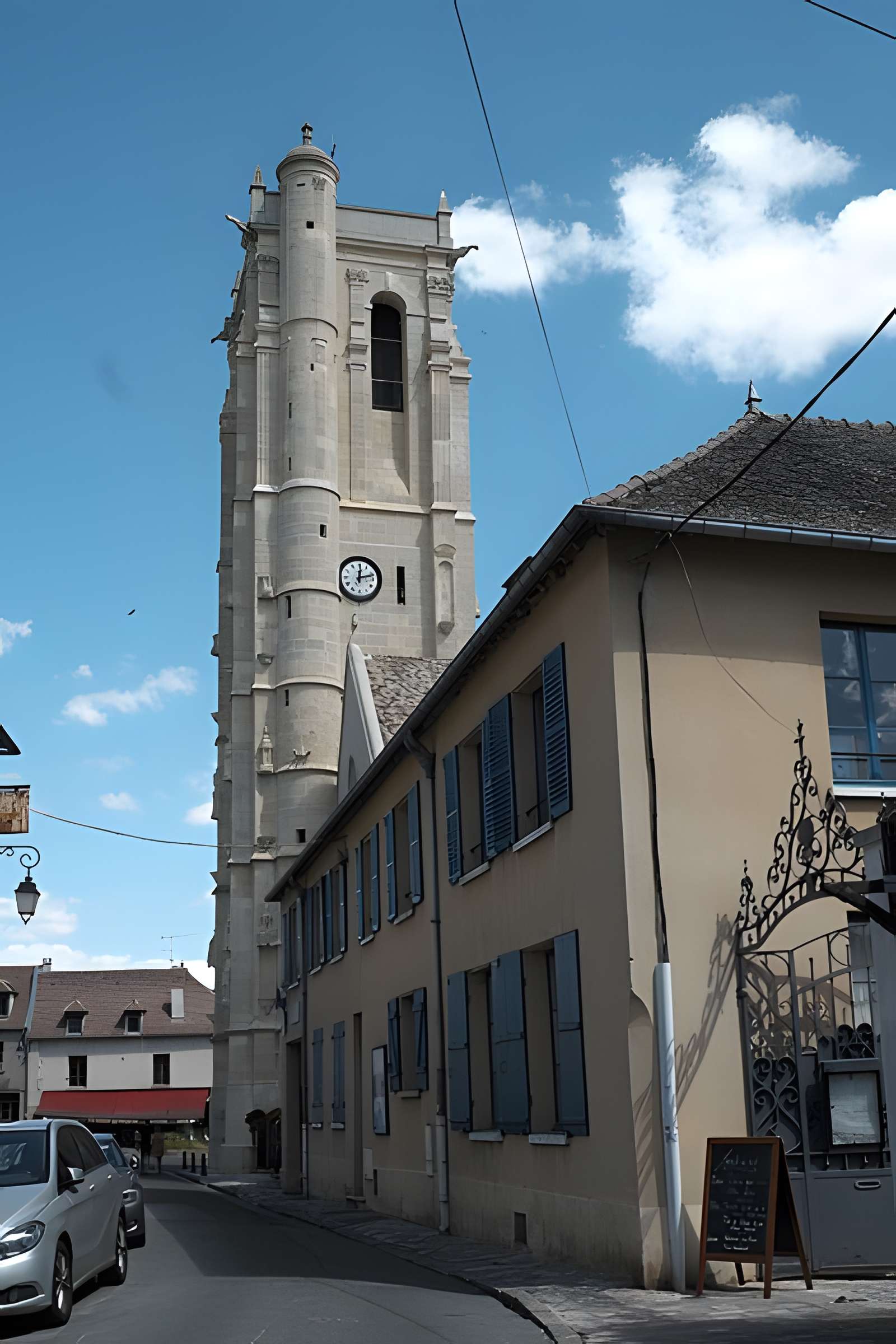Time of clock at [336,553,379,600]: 12:12
